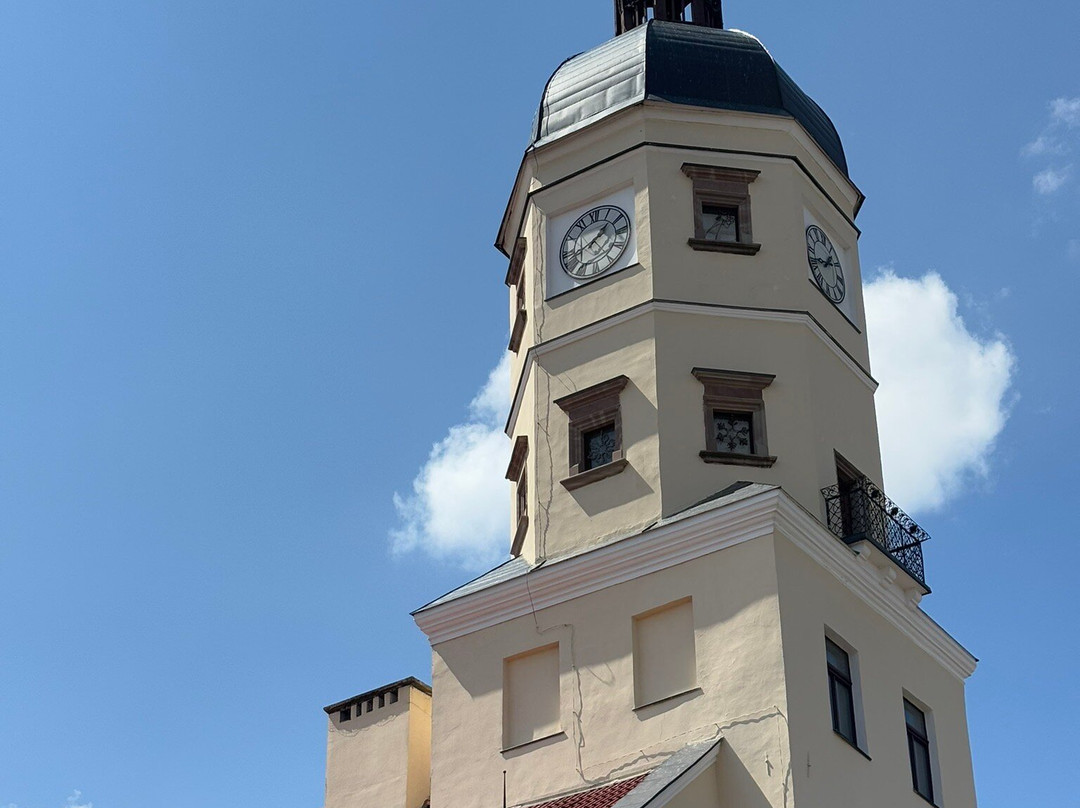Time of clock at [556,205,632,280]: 1:42
